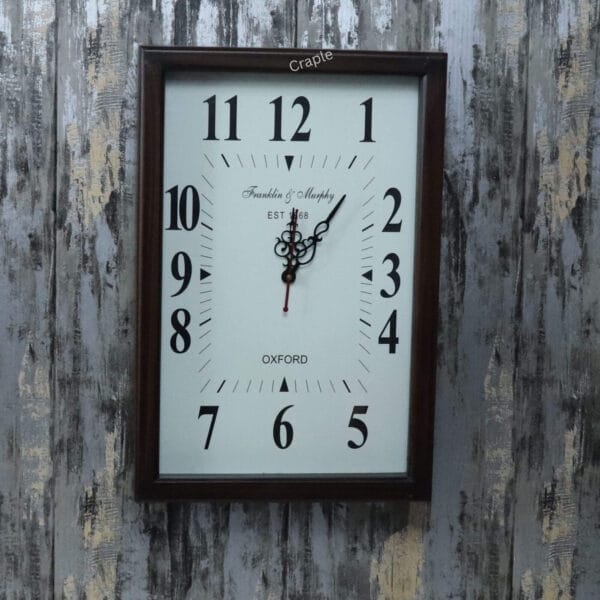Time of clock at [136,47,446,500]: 12:06
